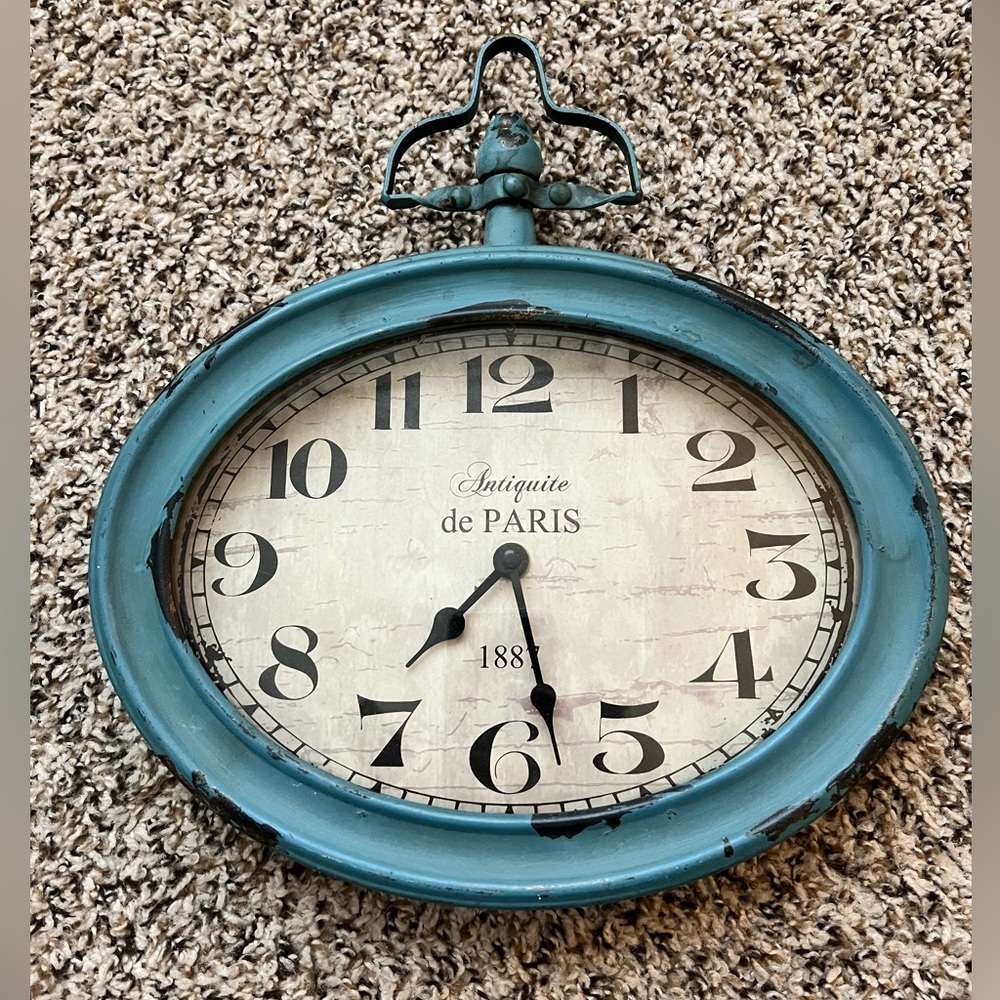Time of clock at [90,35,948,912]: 7:28
